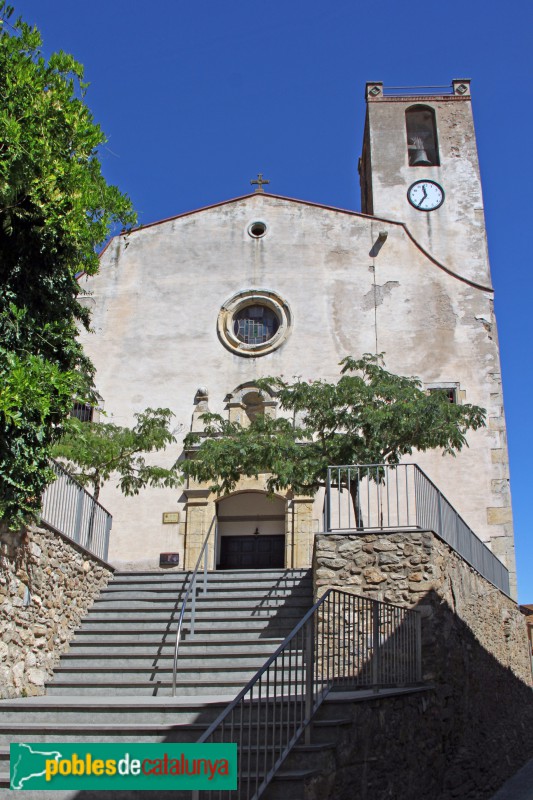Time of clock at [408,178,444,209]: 11:35
